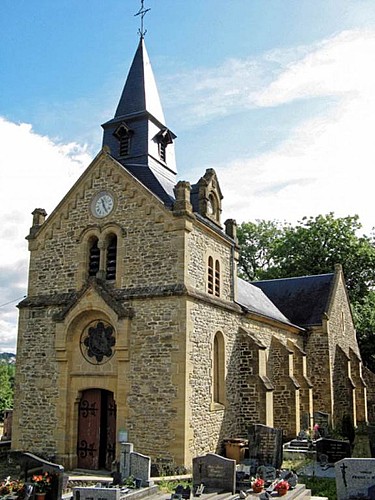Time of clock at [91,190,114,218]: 11:24
